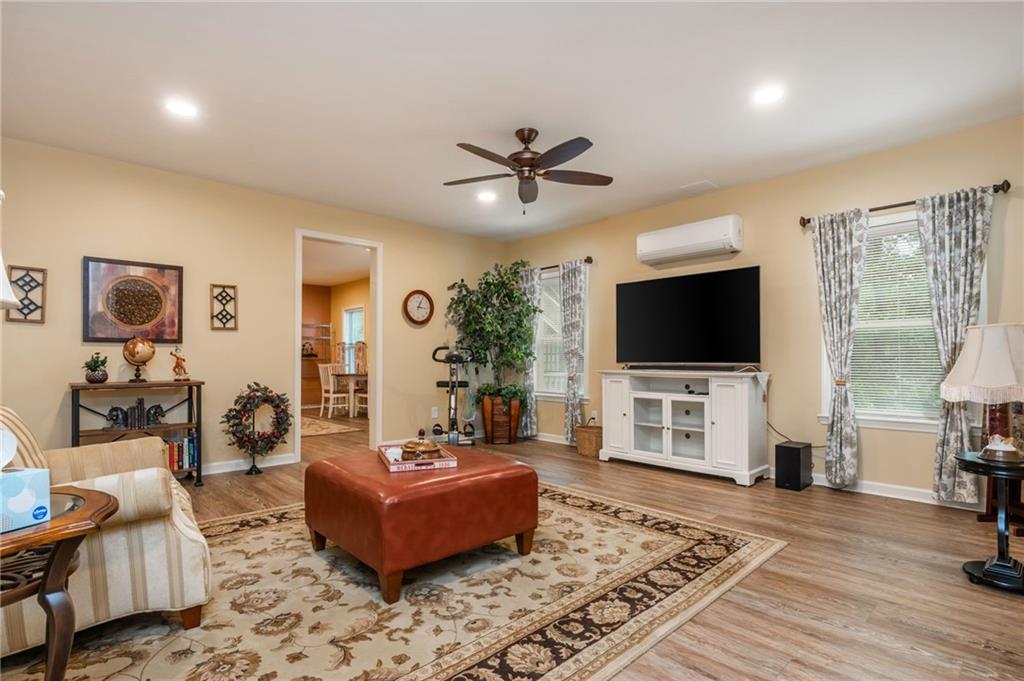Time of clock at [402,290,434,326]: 3:04
